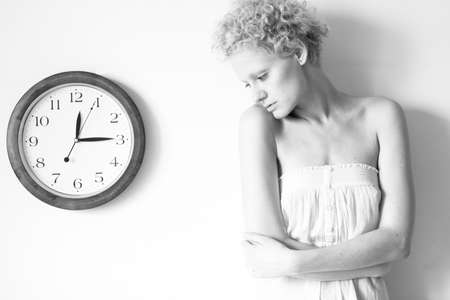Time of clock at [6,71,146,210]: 12:14
